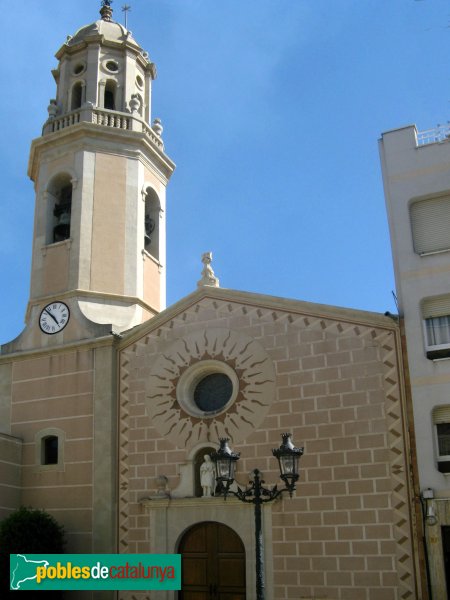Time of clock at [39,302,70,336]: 4:52
